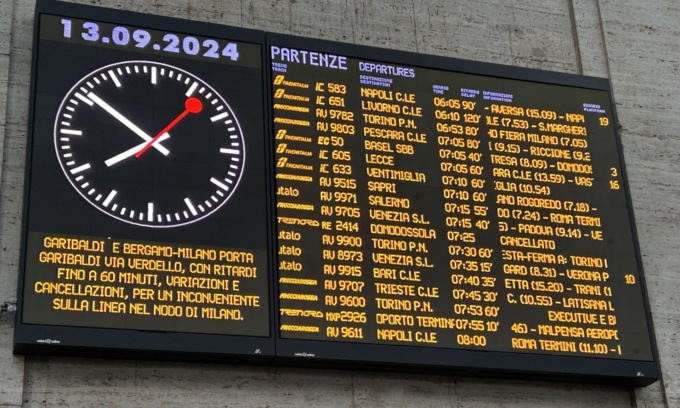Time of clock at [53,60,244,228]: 7:51
